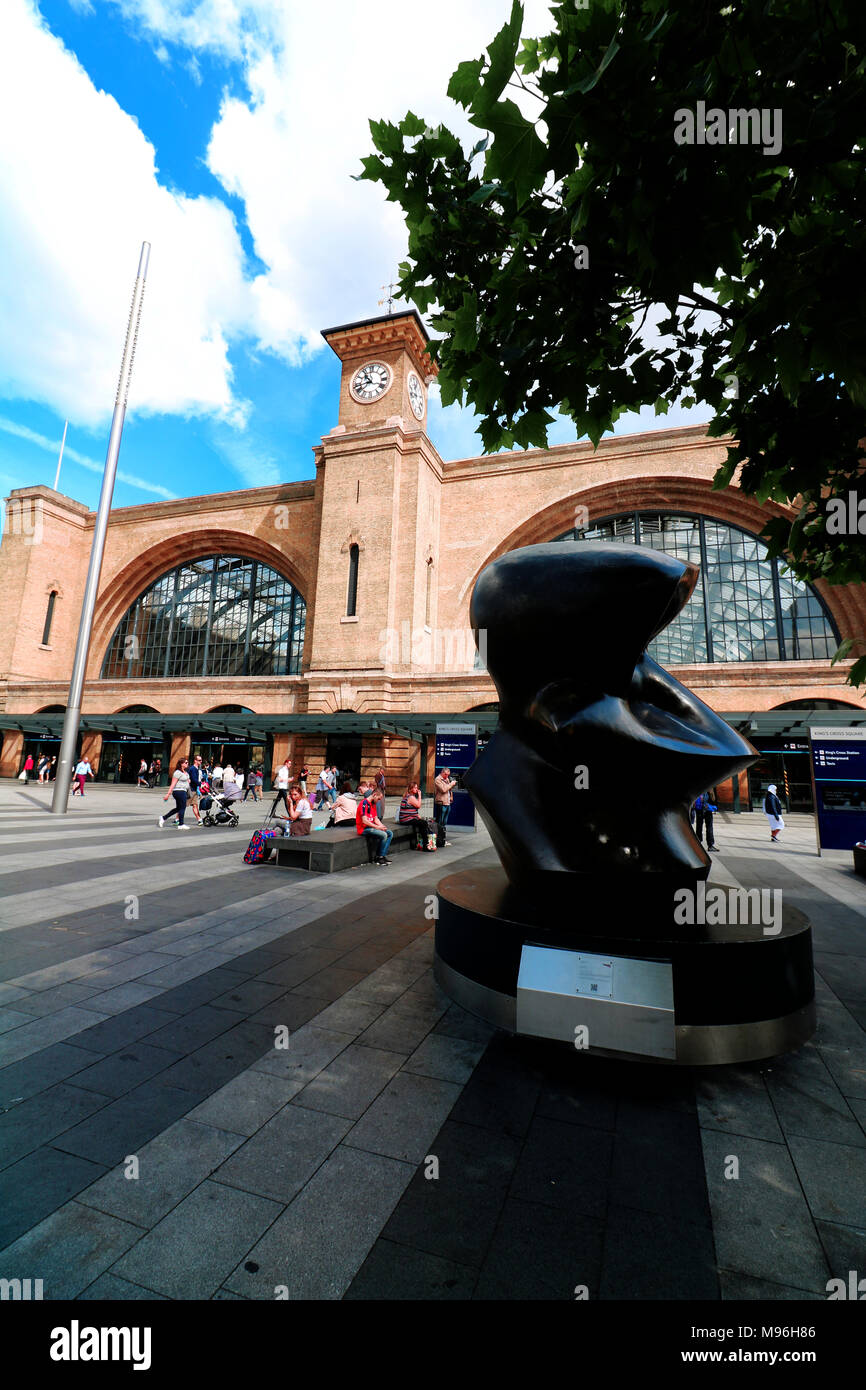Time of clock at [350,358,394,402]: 10:42
